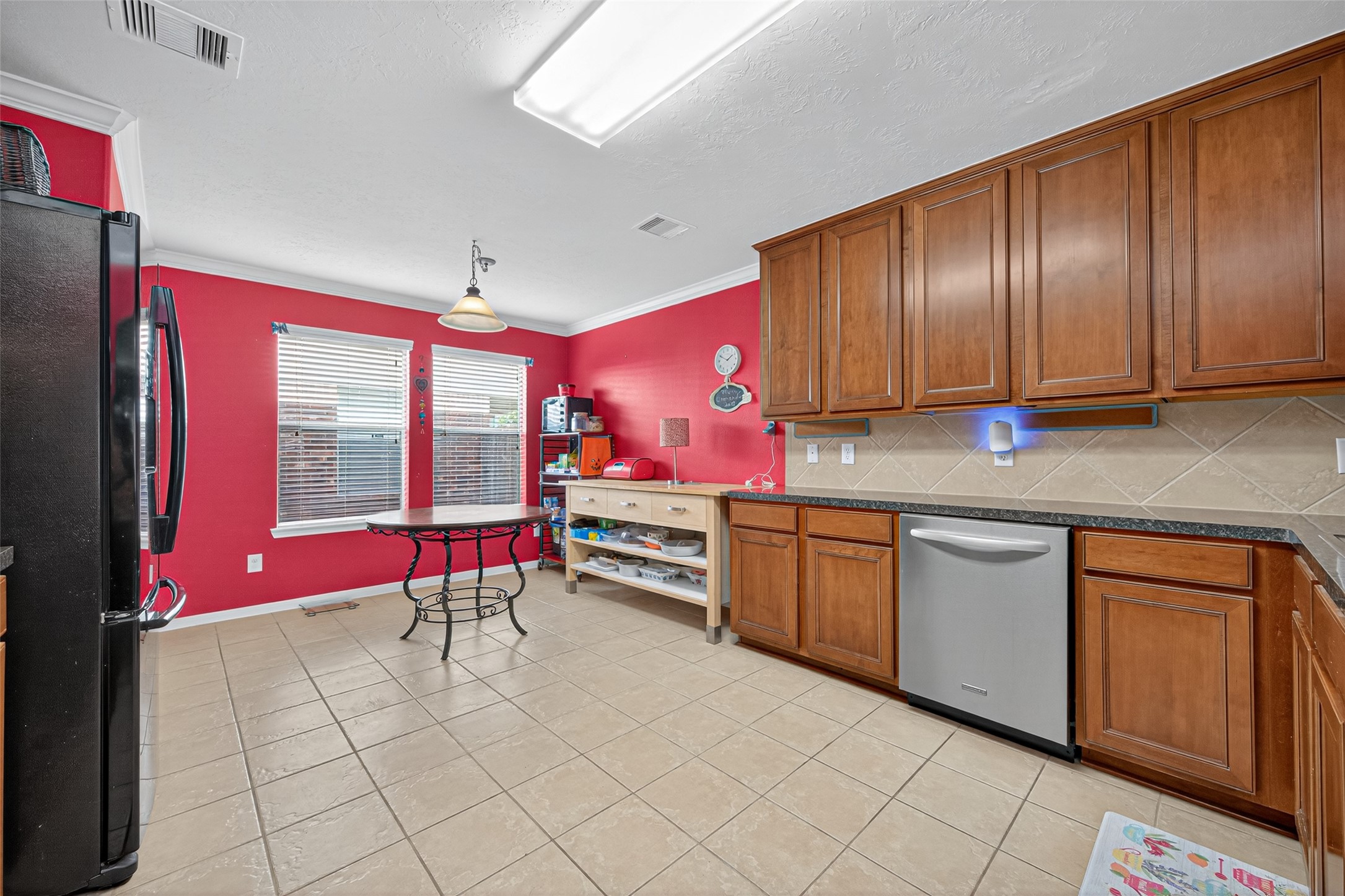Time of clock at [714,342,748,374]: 1:49
